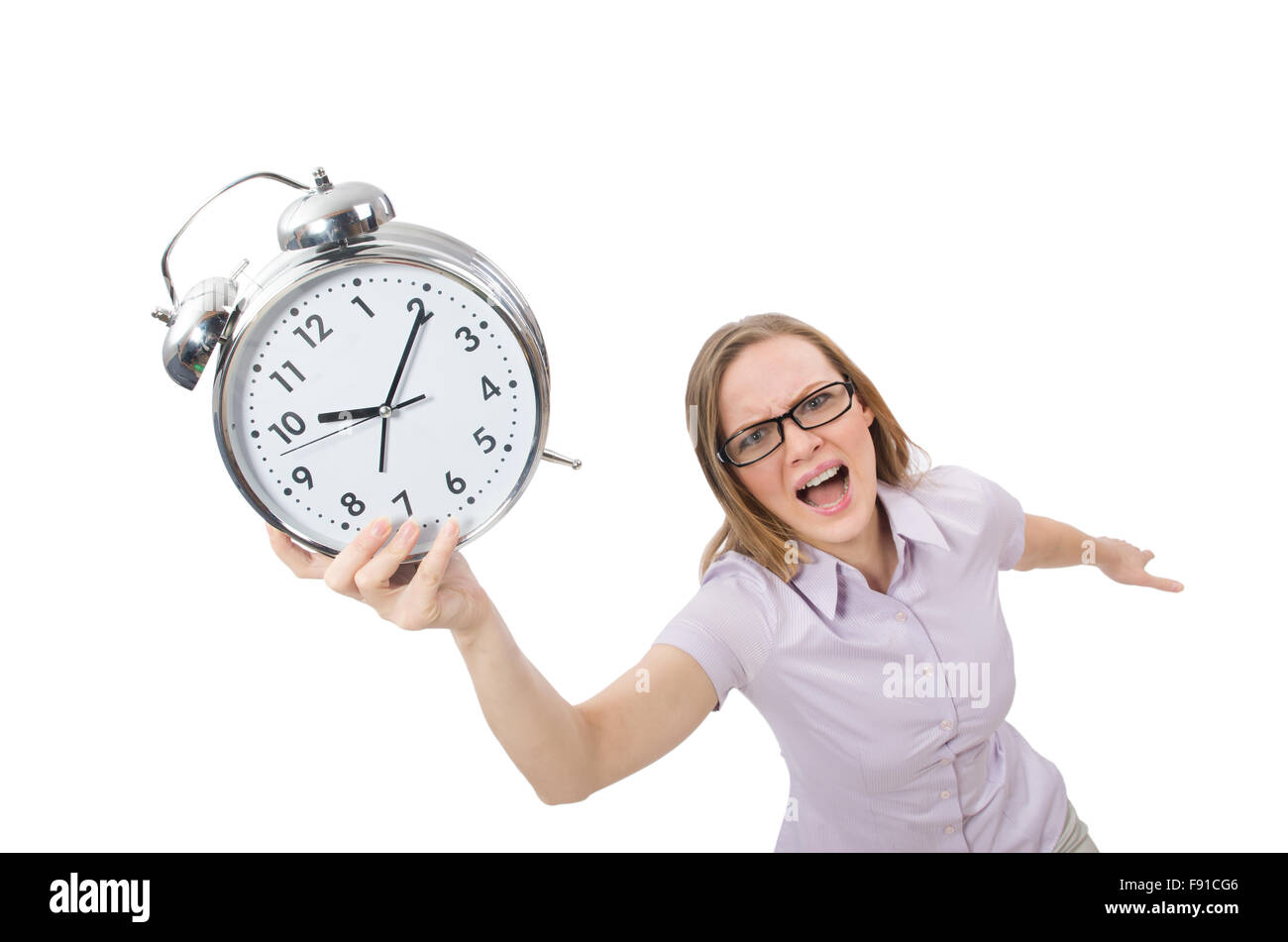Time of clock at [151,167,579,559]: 9:05
